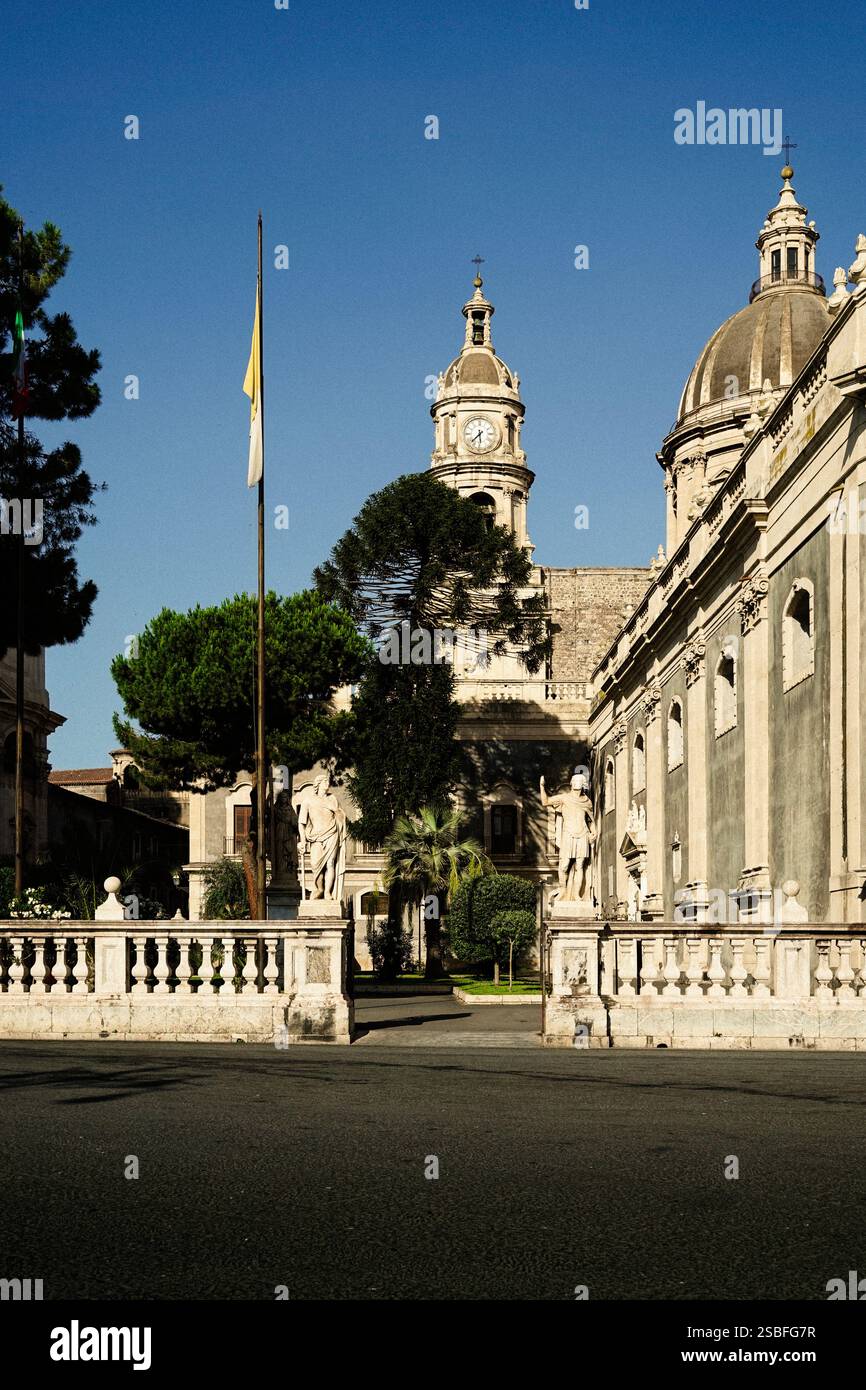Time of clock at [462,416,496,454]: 7:29
